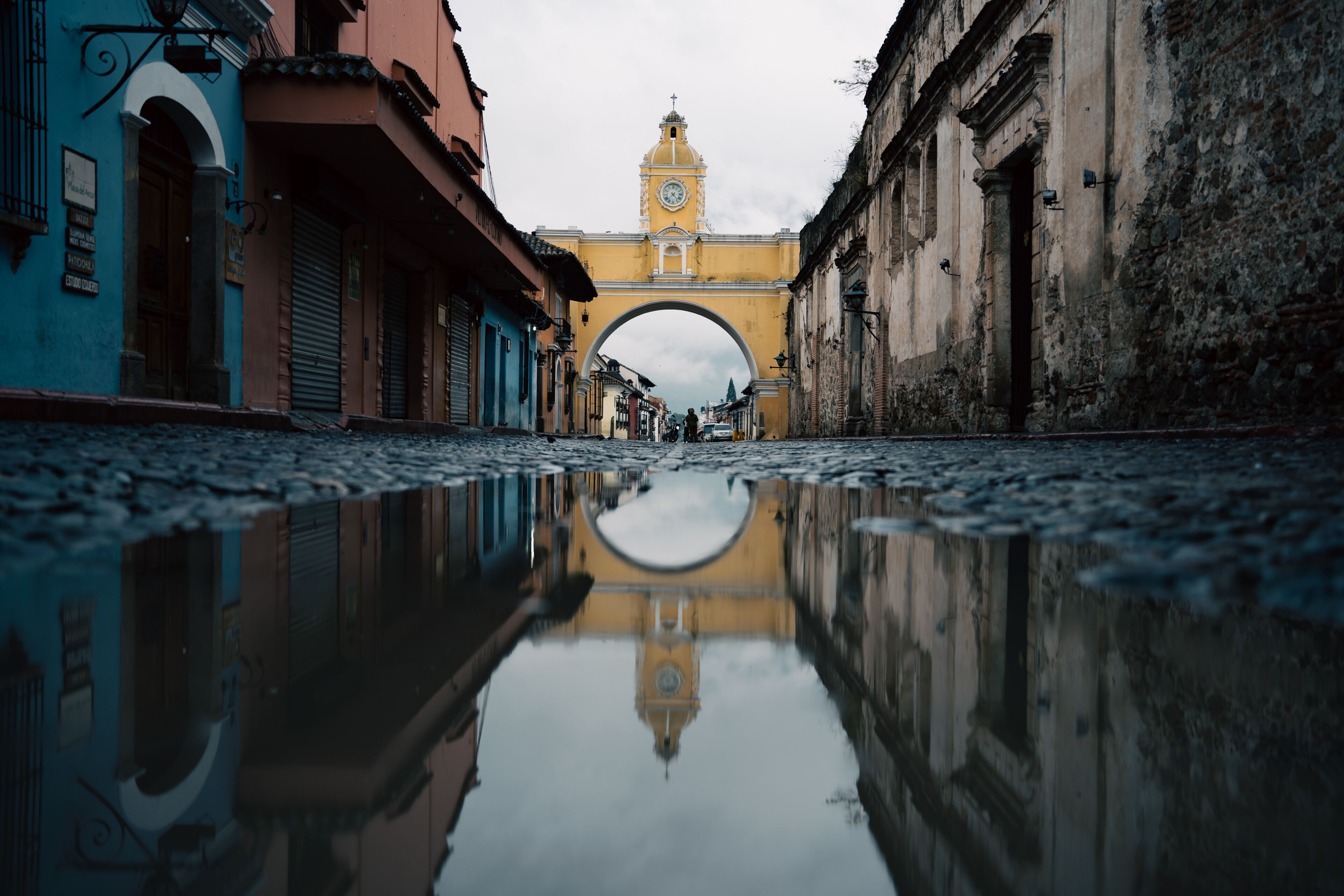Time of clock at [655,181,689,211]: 4:37
